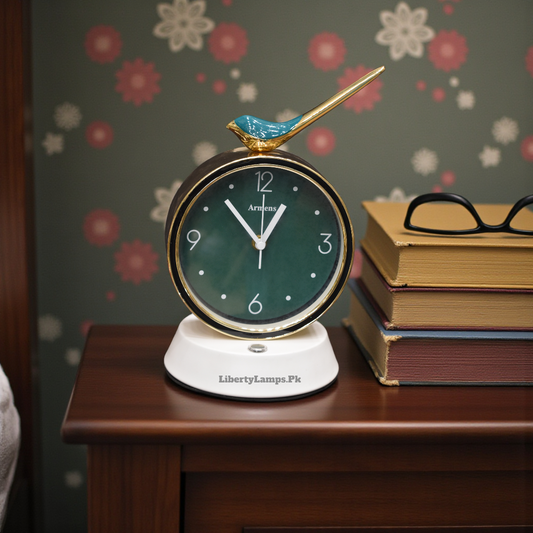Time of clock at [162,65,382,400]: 12:52
